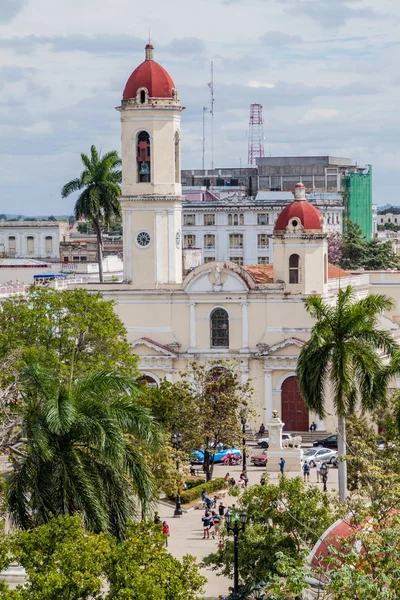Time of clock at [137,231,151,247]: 6:21
